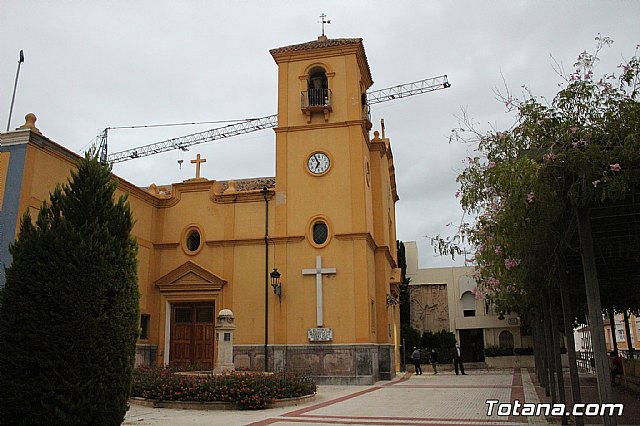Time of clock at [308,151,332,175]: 6:55
